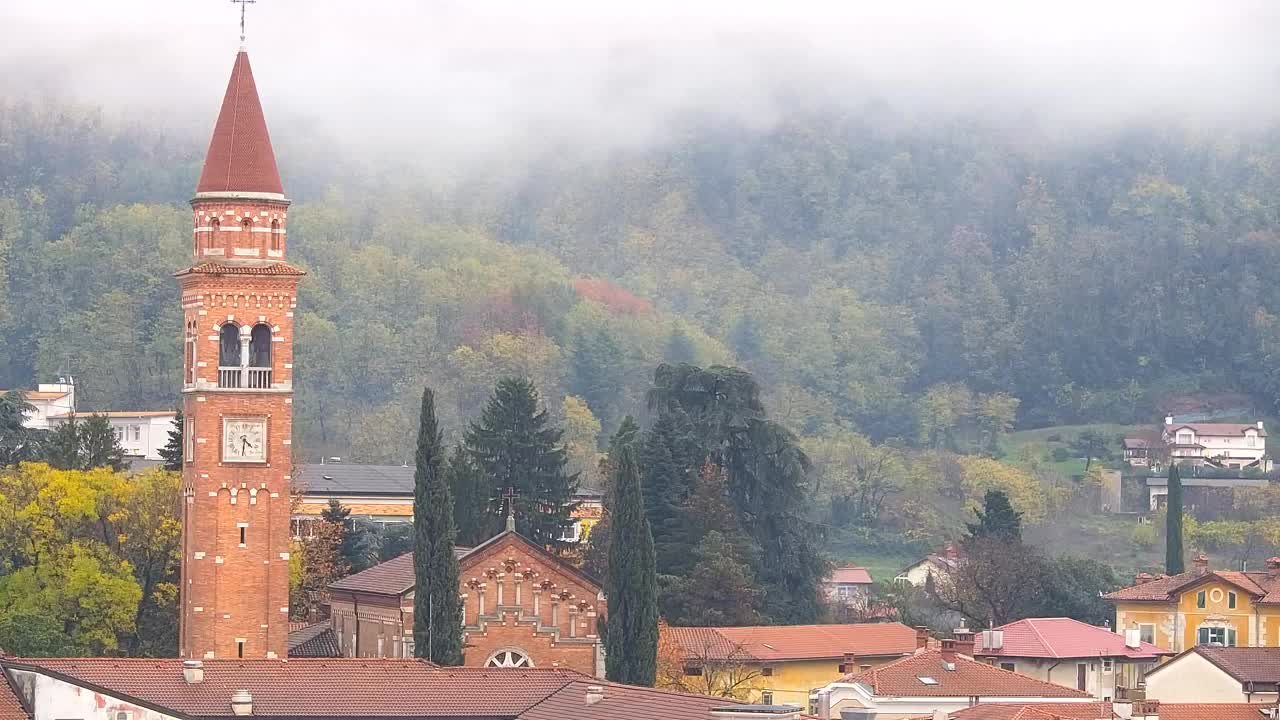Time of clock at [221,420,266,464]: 4:31
